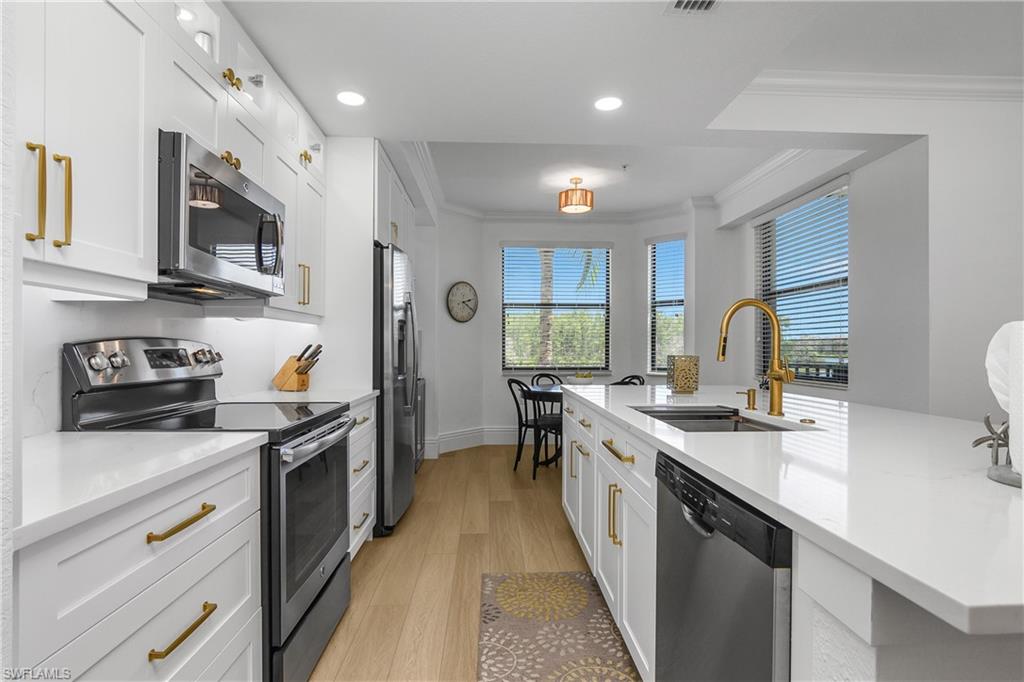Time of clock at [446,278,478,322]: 2:20
